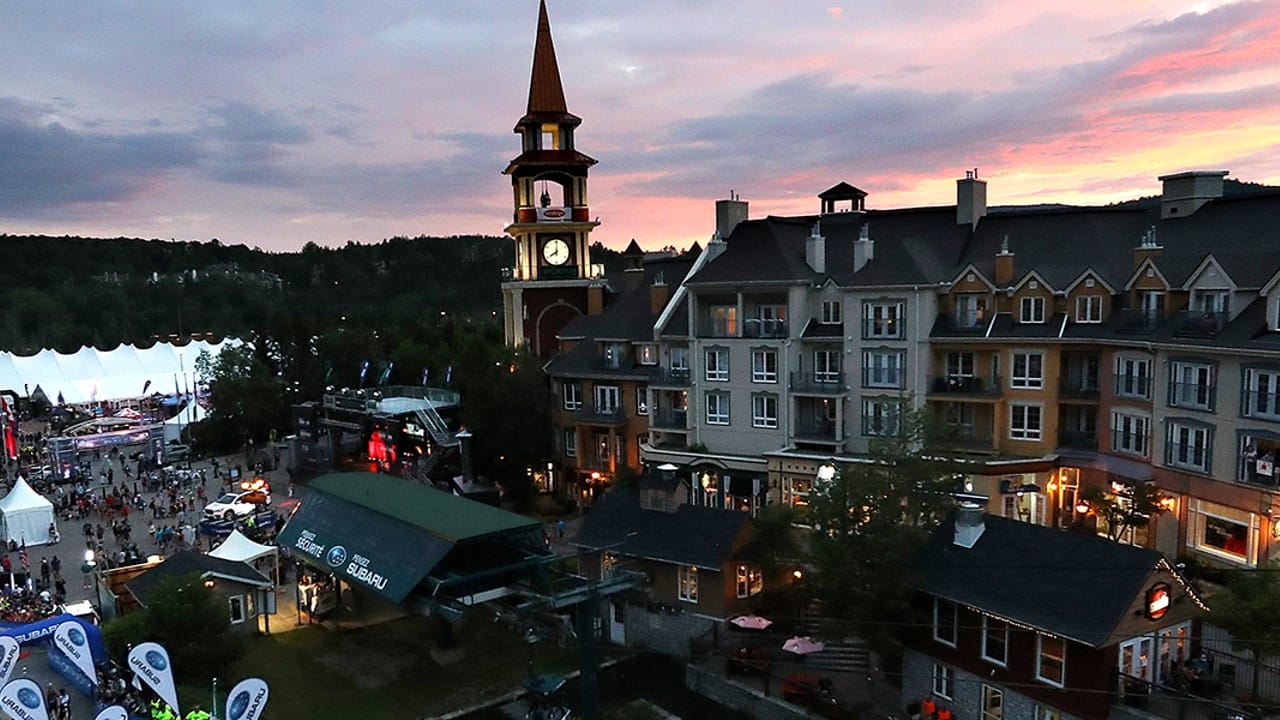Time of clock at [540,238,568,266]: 8:01
